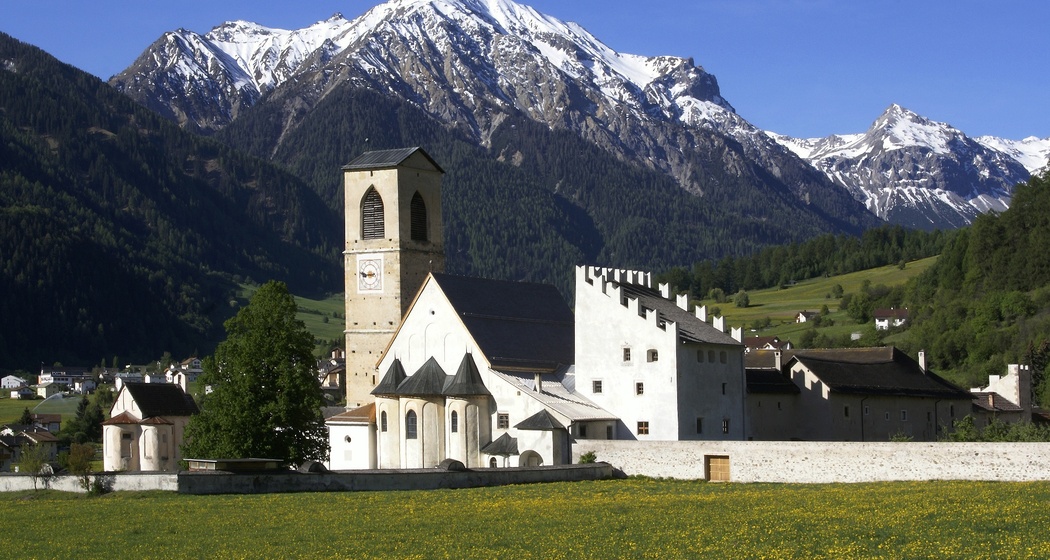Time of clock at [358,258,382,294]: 8:46
